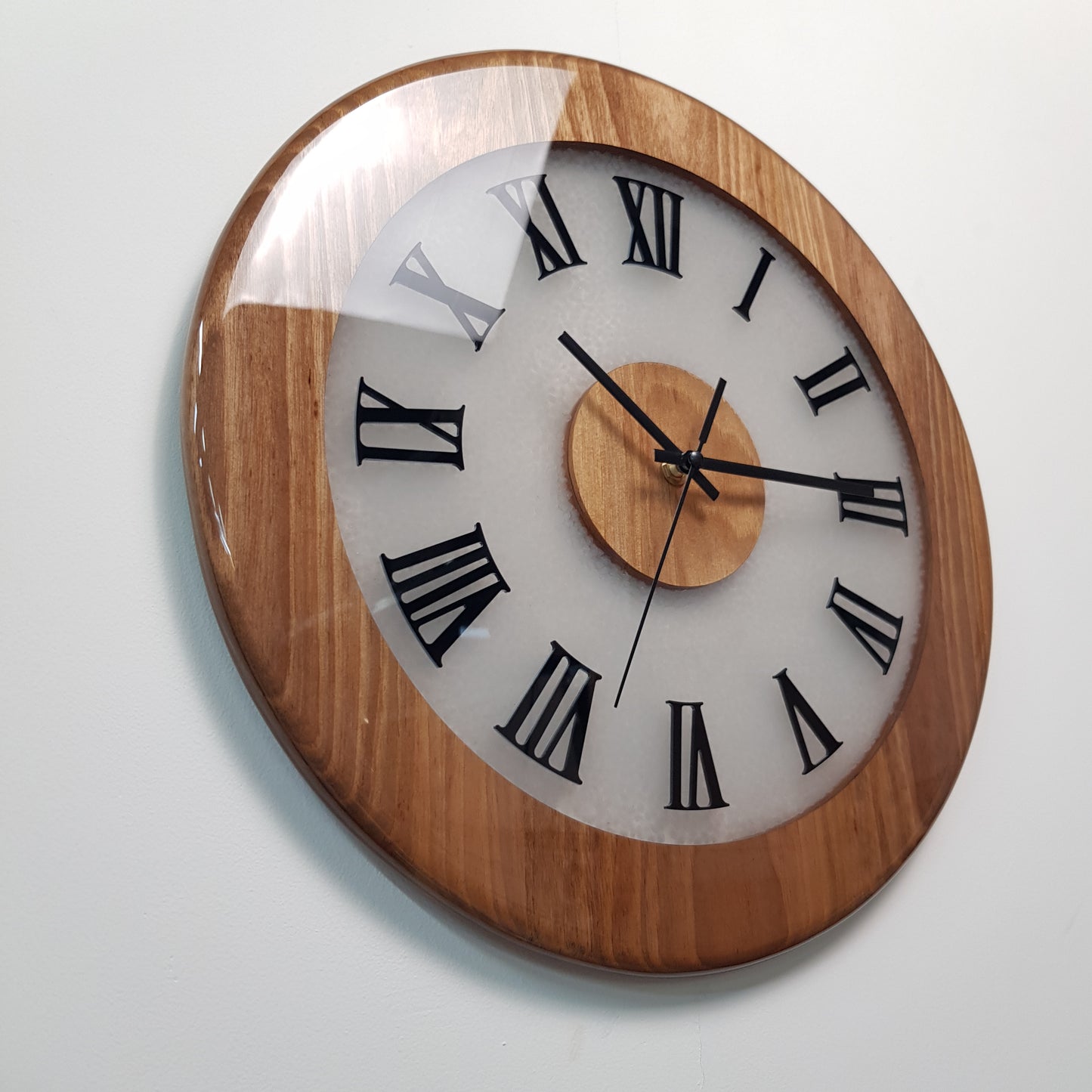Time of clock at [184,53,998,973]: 10:14
